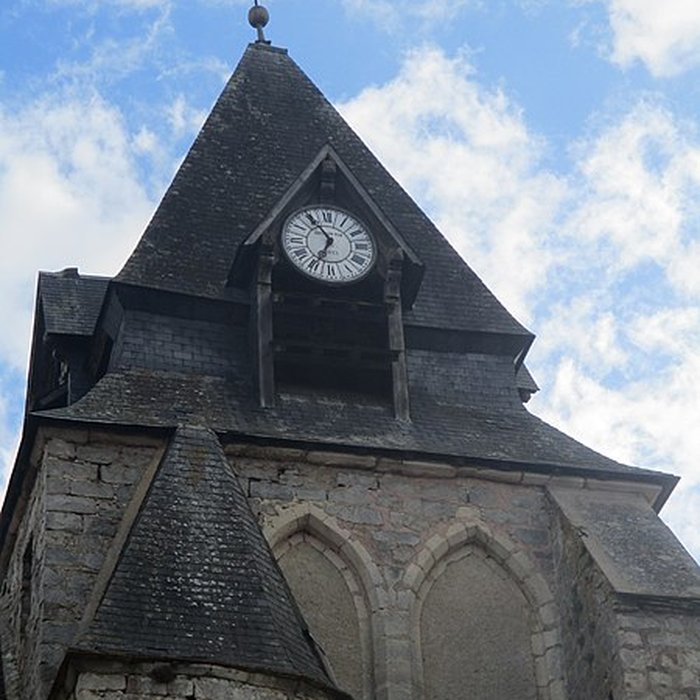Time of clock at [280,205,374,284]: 6:54
